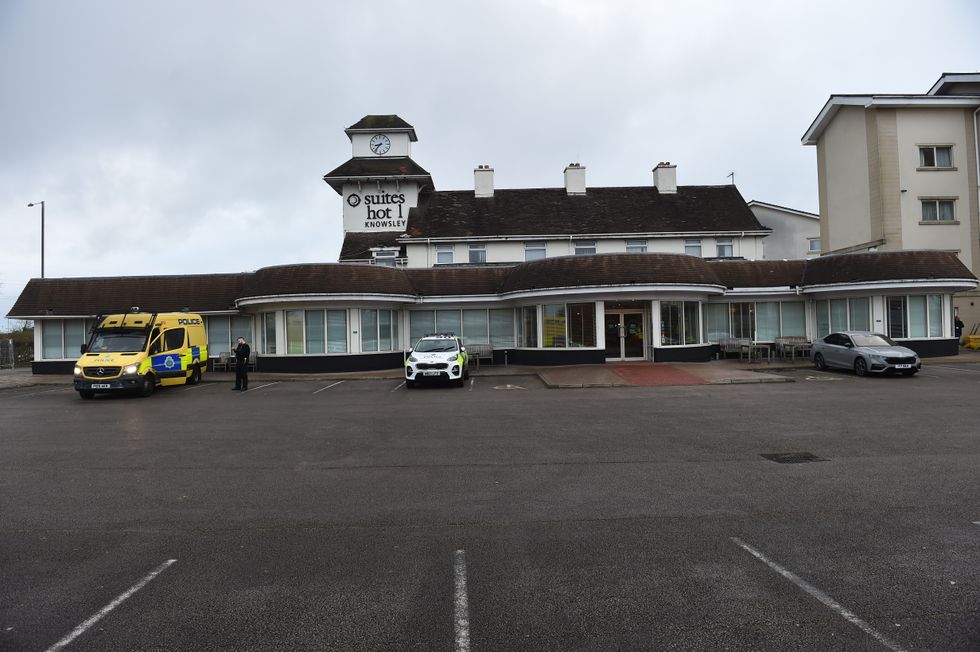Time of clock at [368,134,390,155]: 8:37
